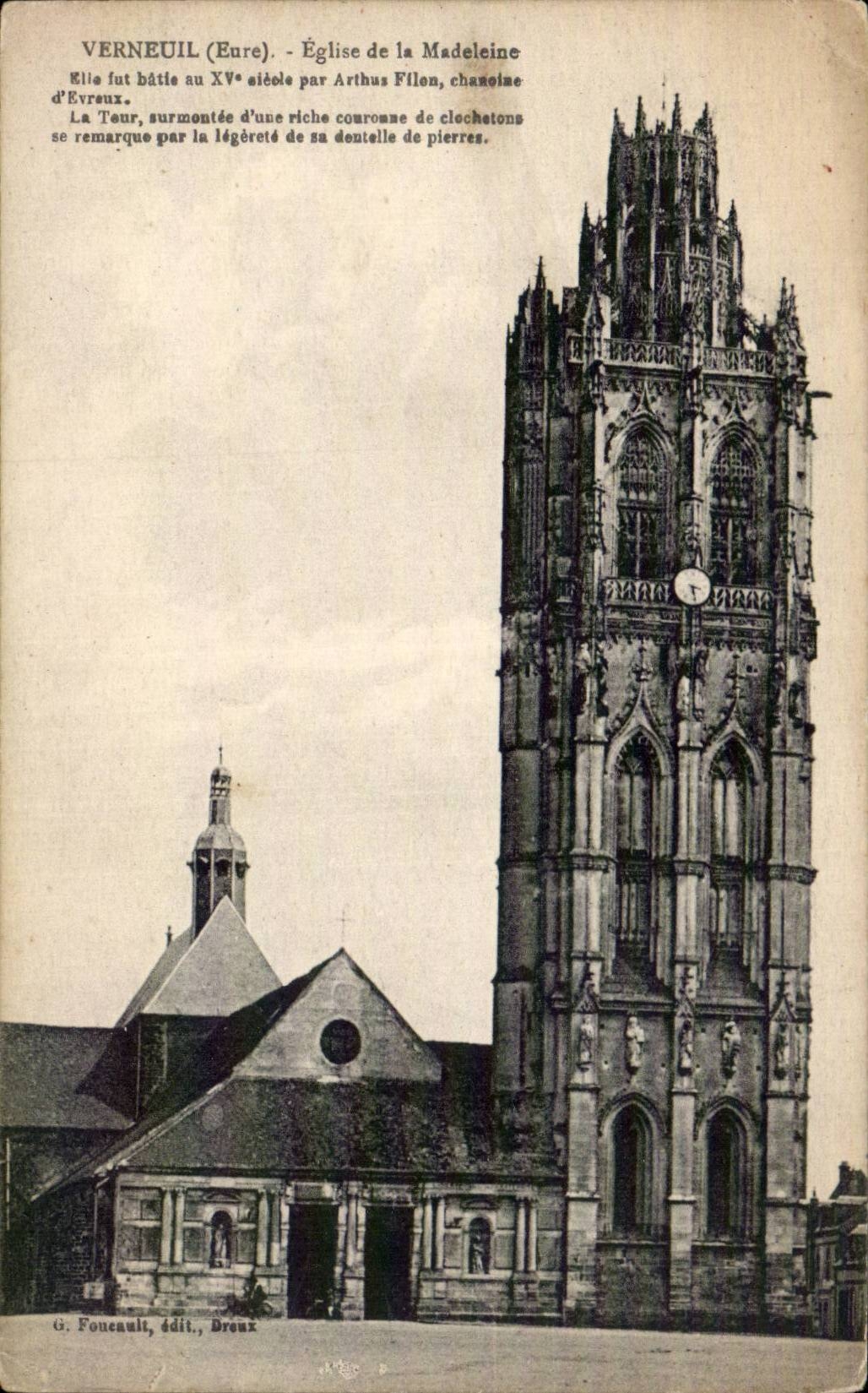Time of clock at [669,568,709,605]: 3:28
